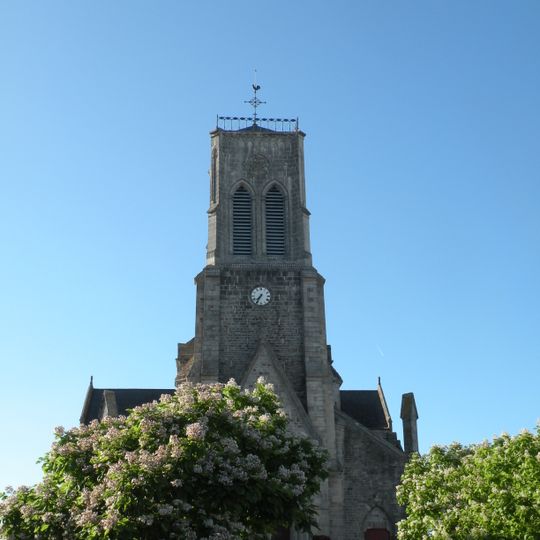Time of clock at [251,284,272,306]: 7:35
